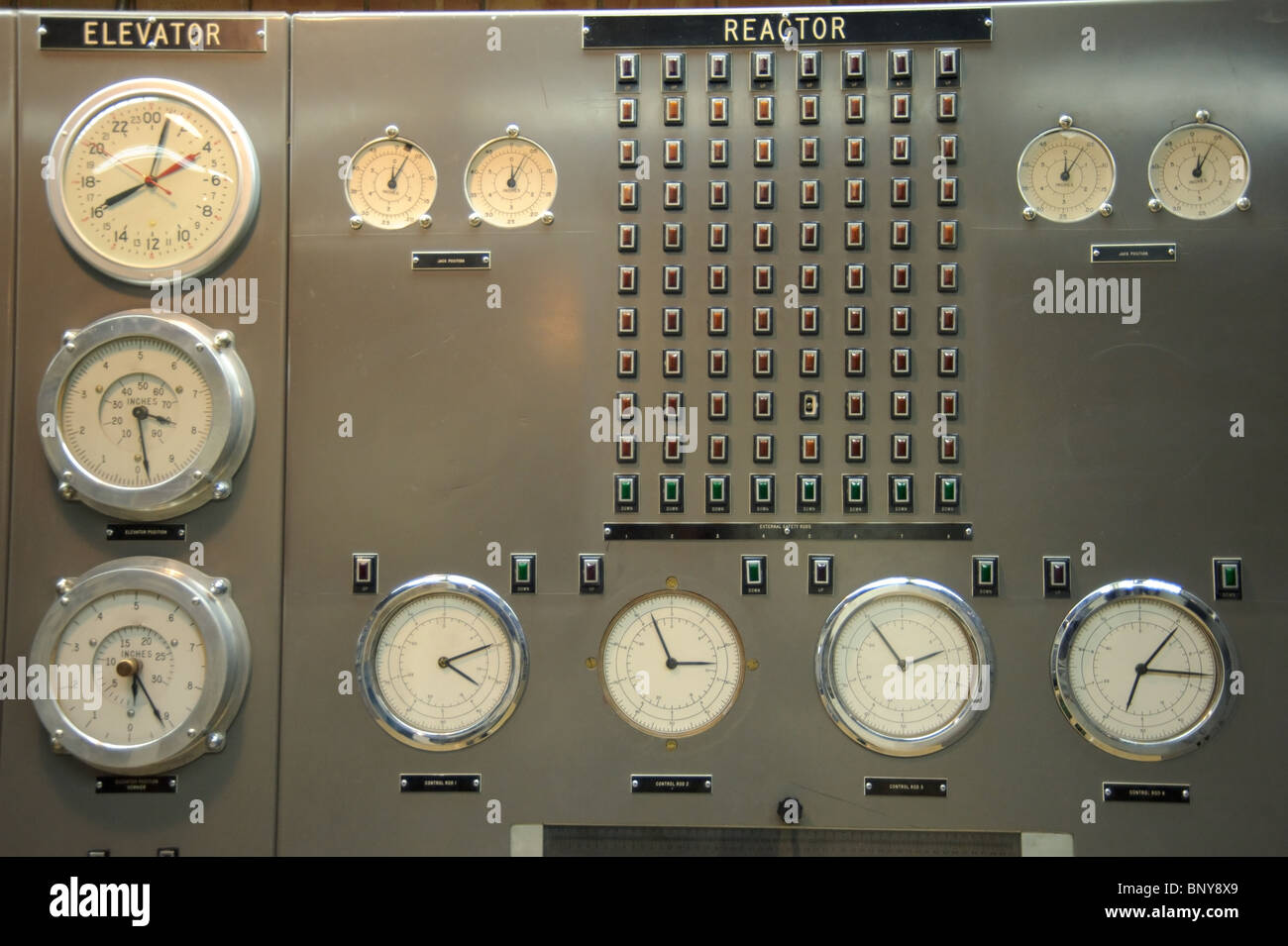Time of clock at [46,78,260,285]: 8:10
